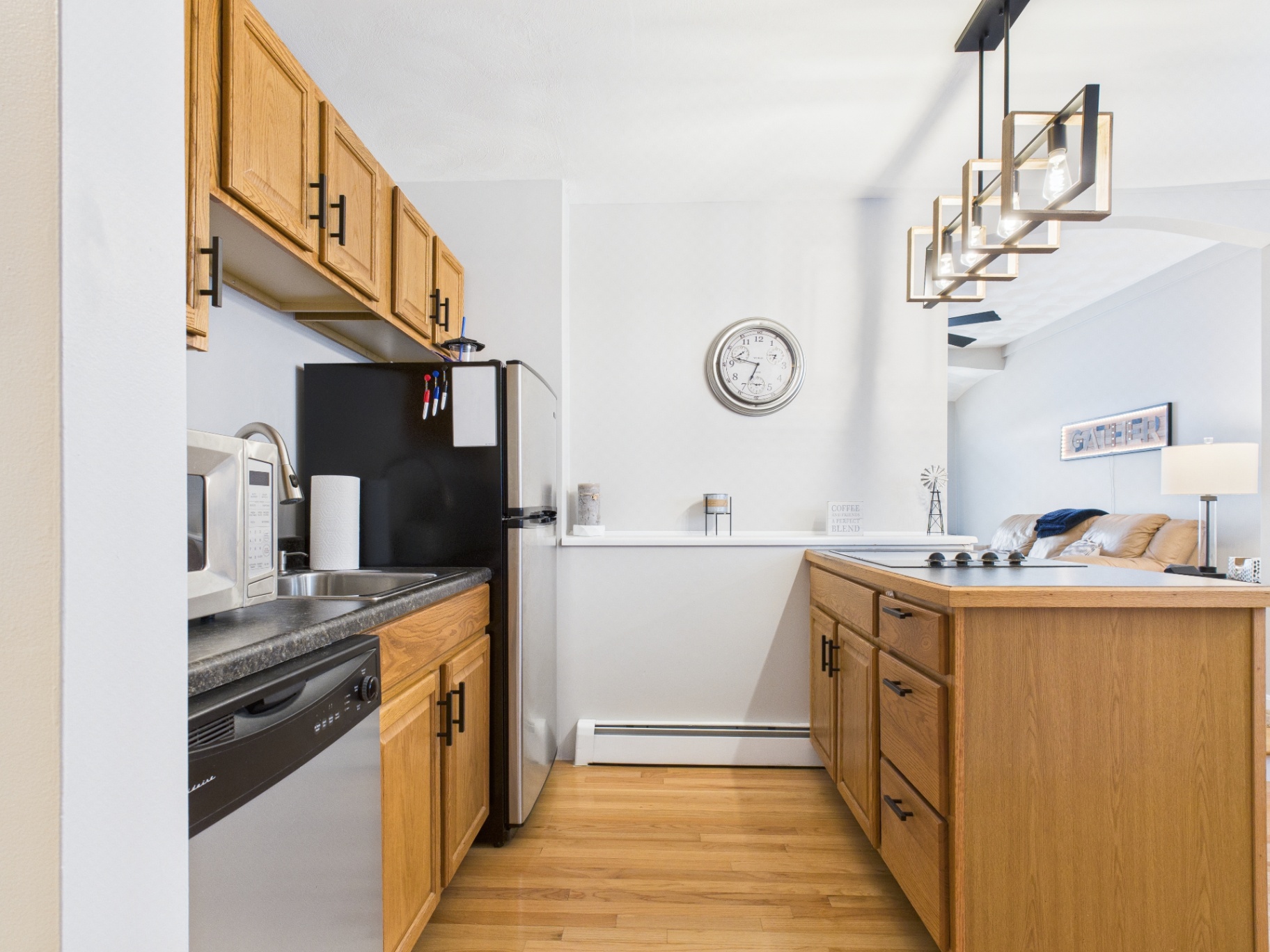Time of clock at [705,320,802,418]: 6:47
